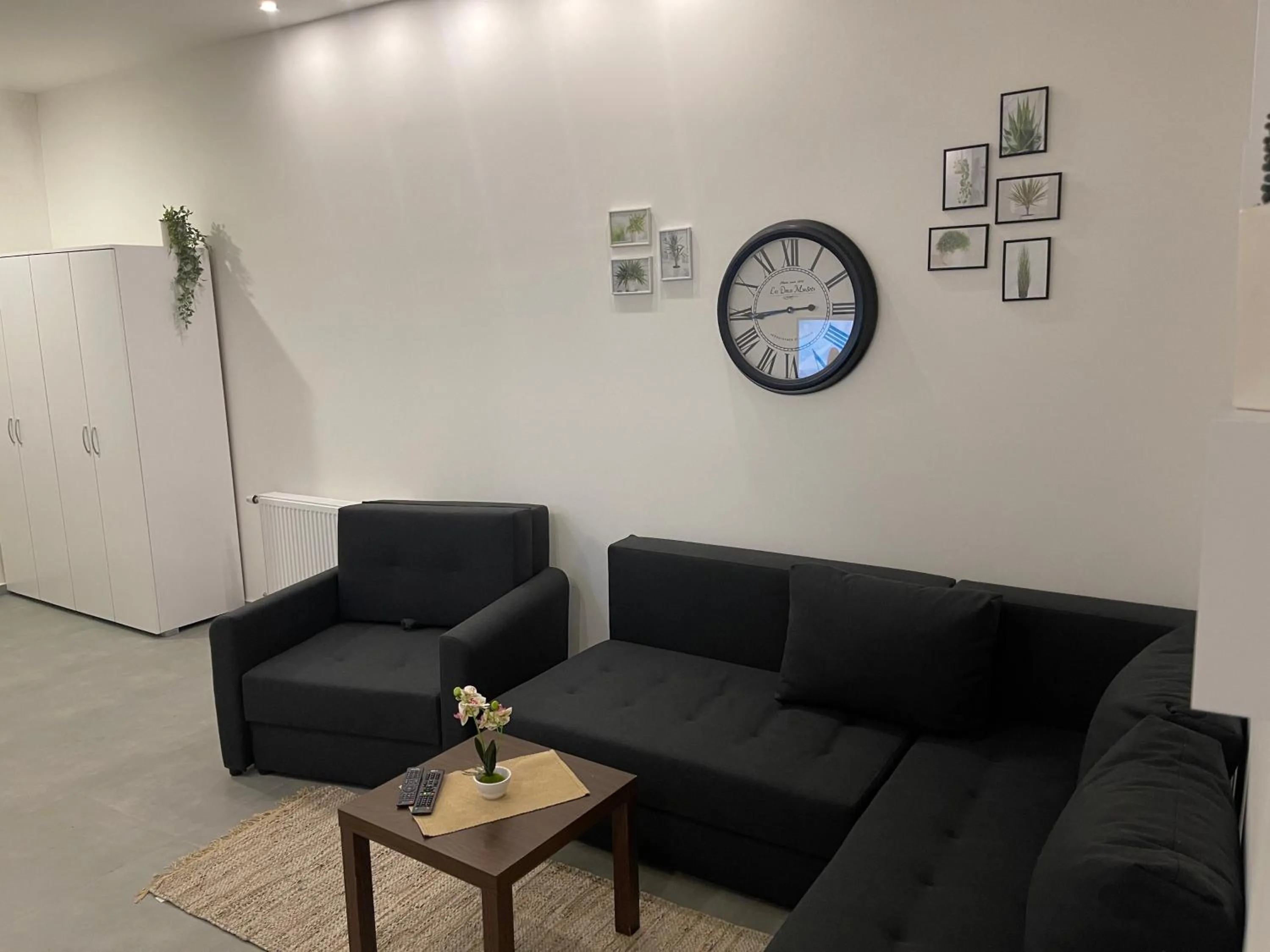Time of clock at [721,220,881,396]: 8:43
